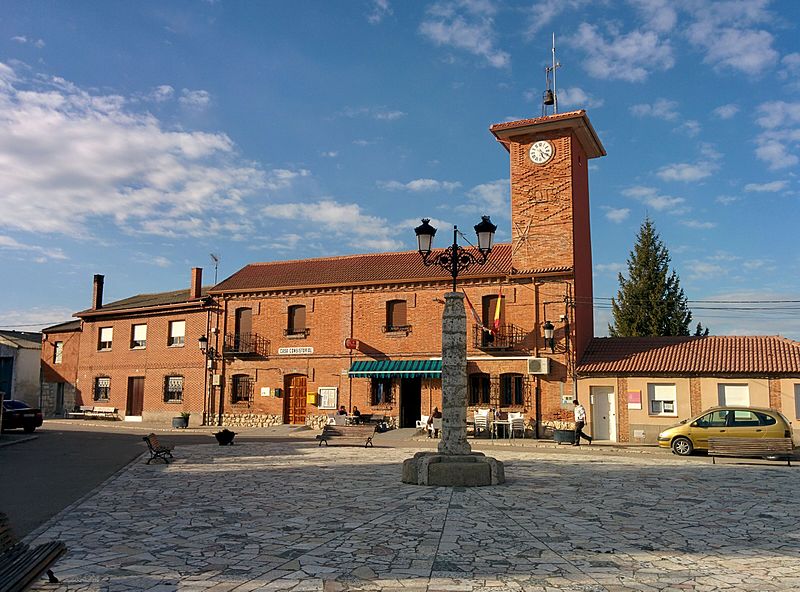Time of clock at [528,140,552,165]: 5:19
